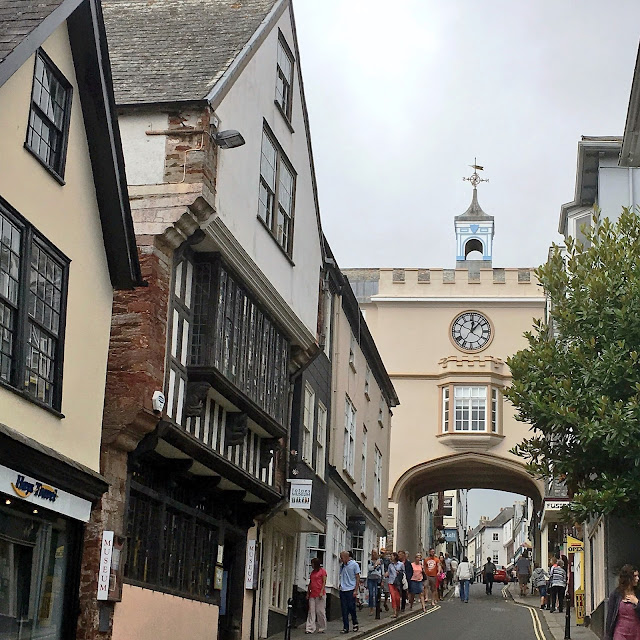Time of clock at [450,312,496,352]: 12:07
